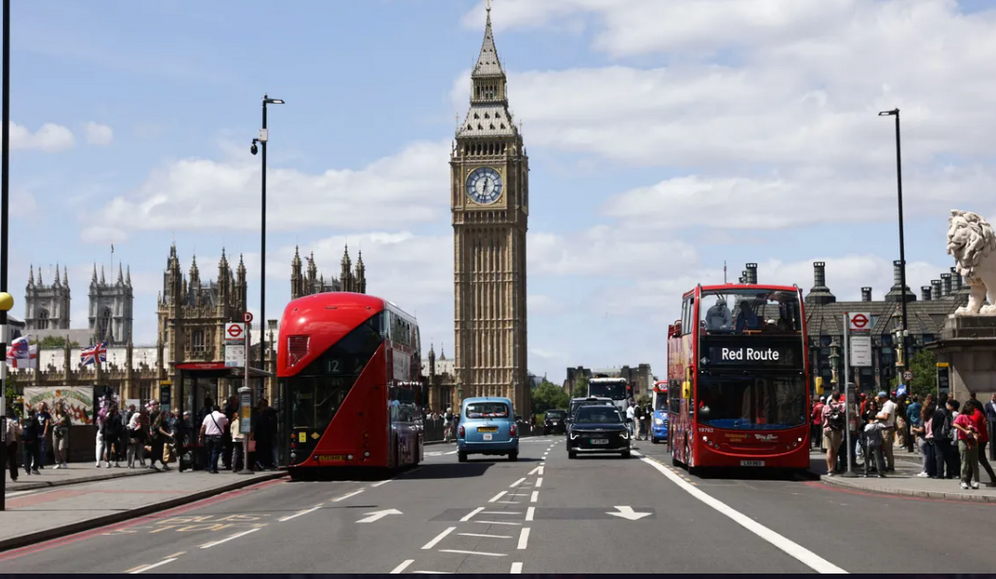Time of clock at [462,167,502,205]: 12:32
